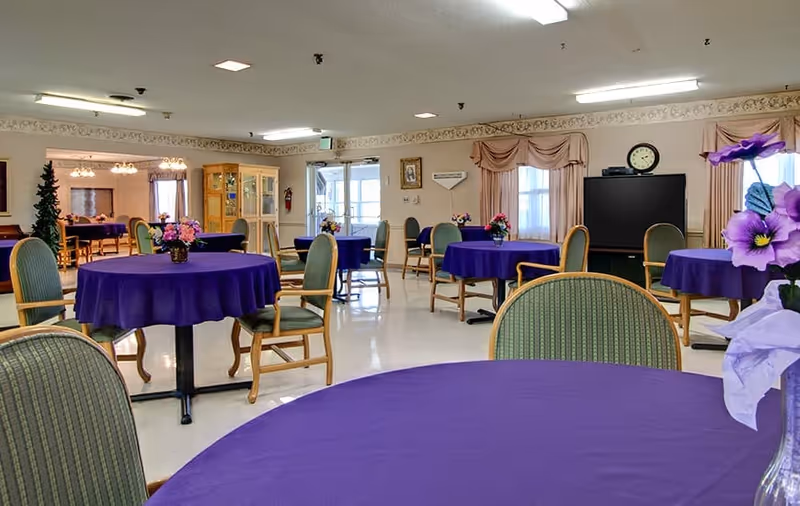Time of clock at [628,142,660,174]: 2:23
